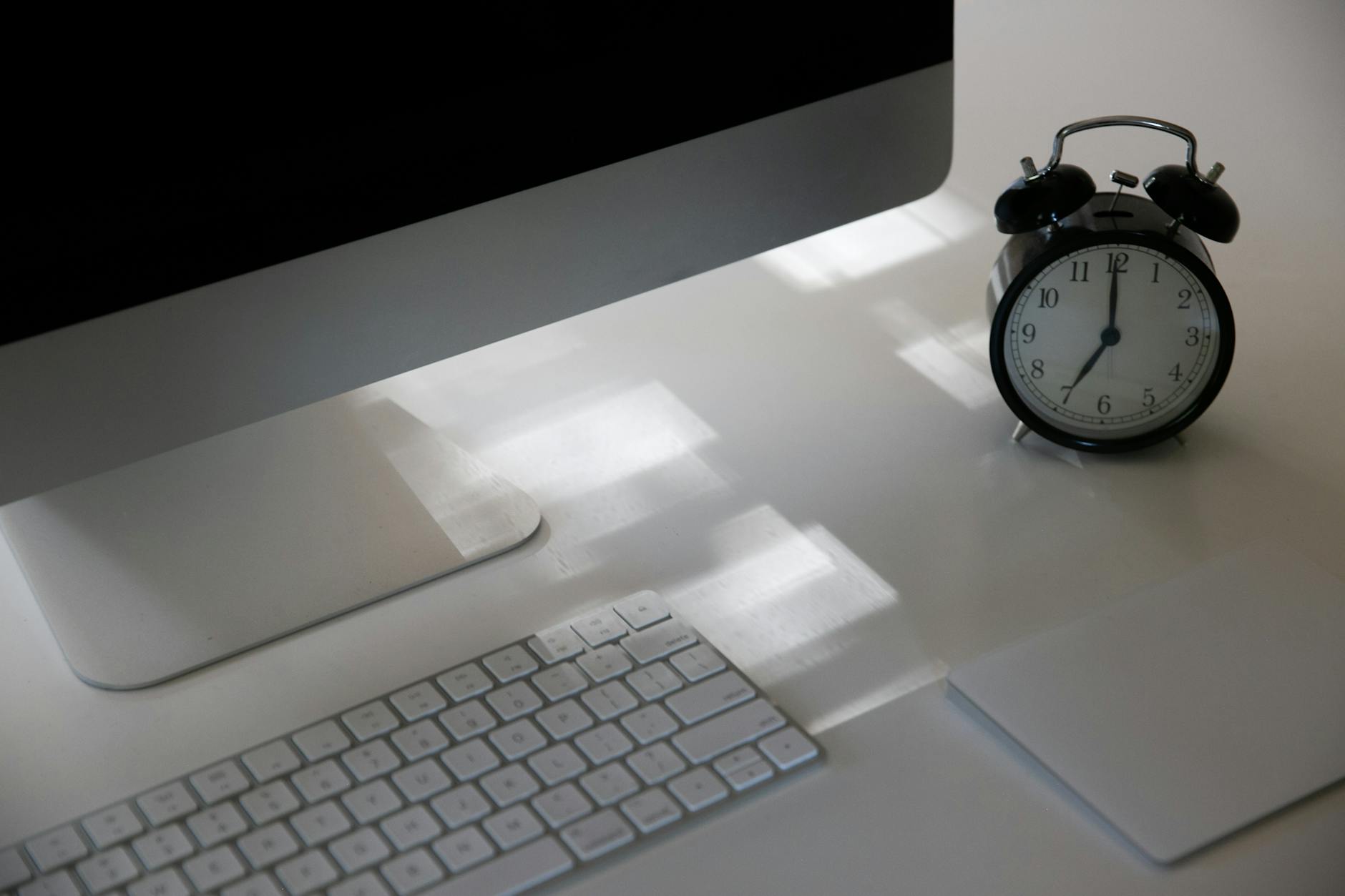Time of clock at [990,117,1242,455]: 7:00
